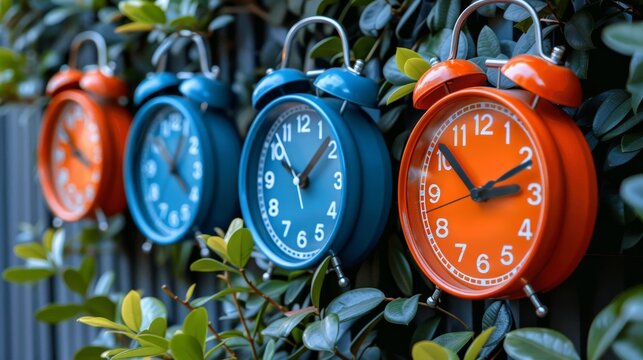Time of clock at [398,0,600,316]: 2:52
